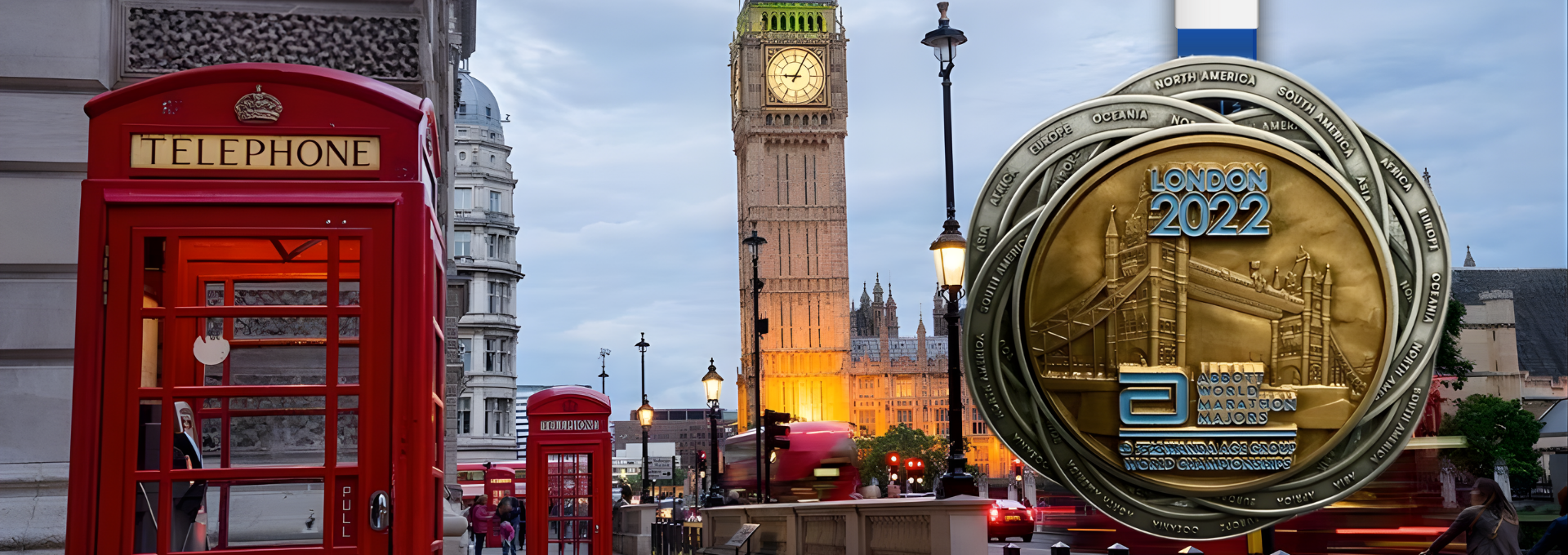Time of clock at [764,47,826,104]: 9:04
